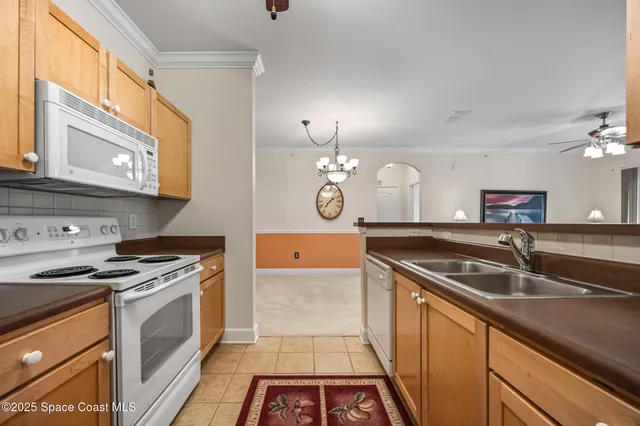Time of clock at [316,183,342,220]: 1:36
